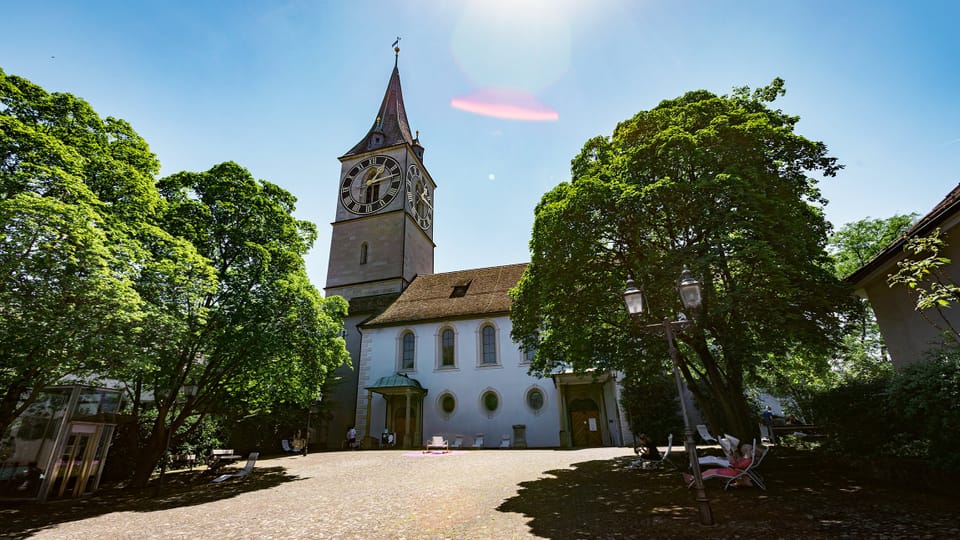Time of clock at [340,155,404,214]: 1:13
